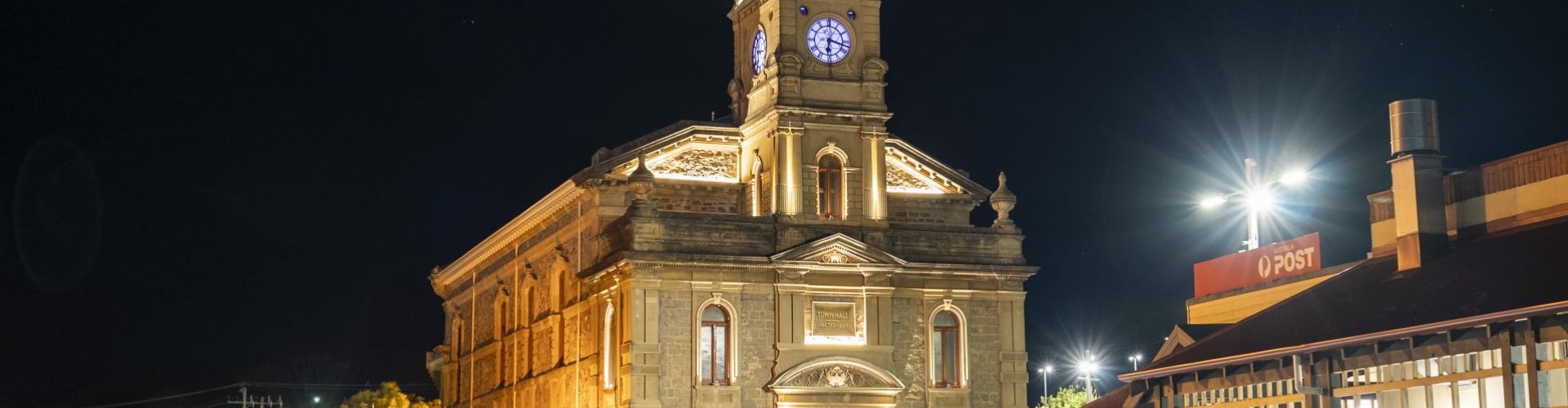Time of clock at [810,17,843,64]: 6:17
